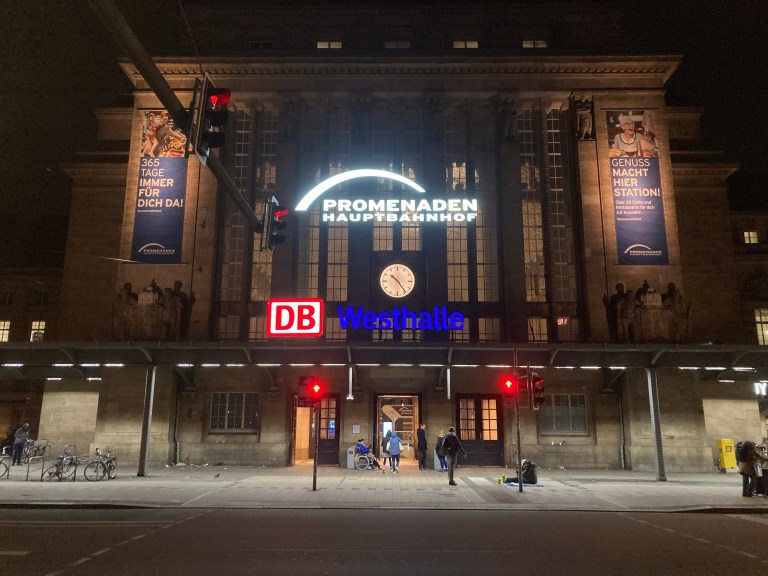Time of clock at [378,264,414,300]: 10:24
